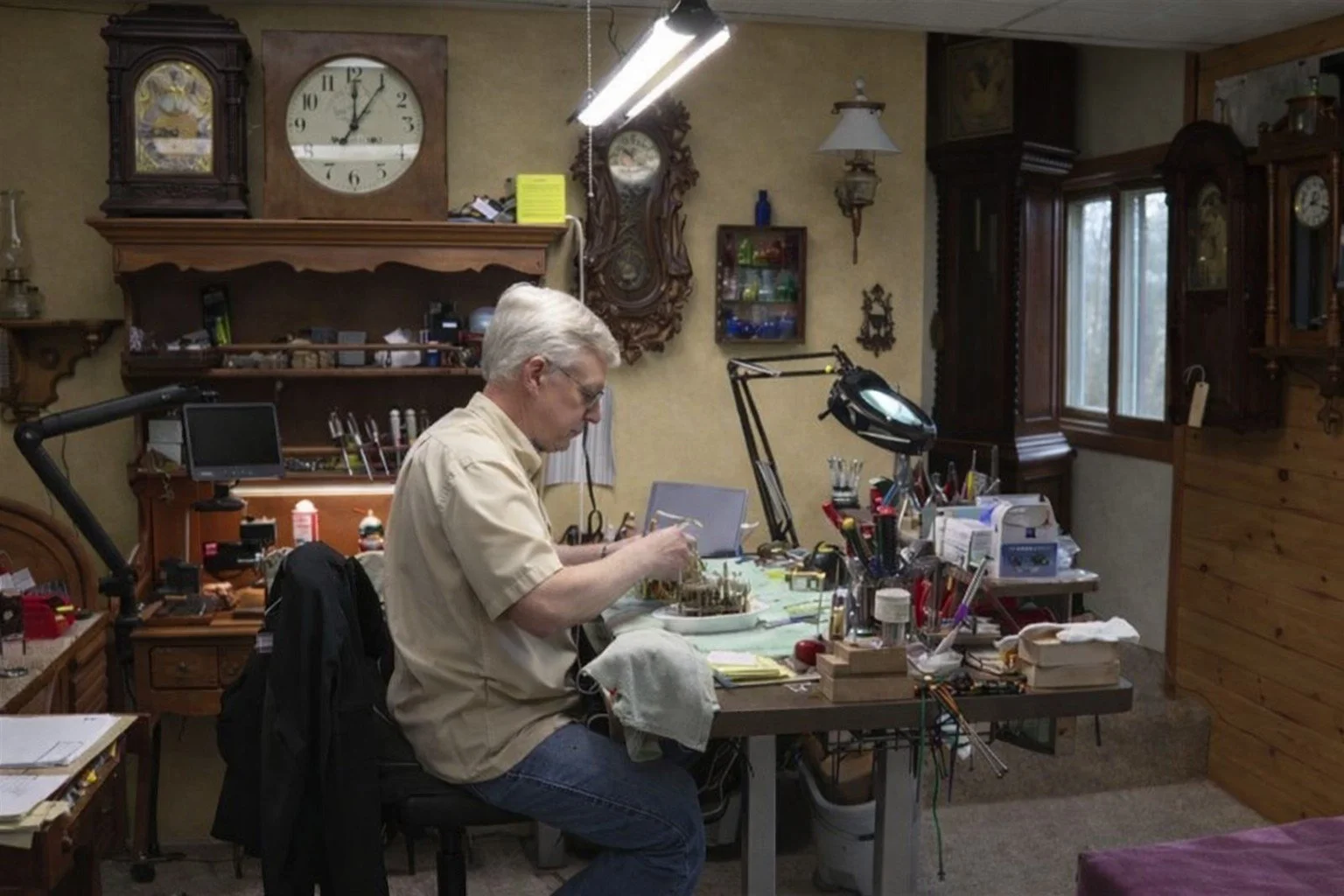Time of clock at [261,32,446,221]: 12:05
